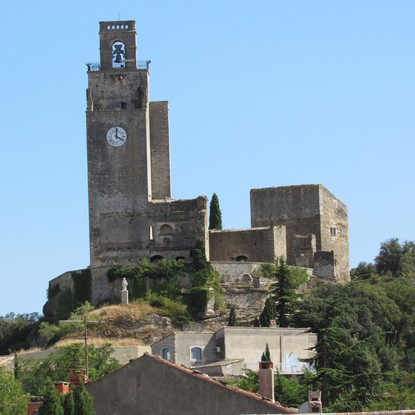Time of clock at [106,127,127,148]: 4:01
